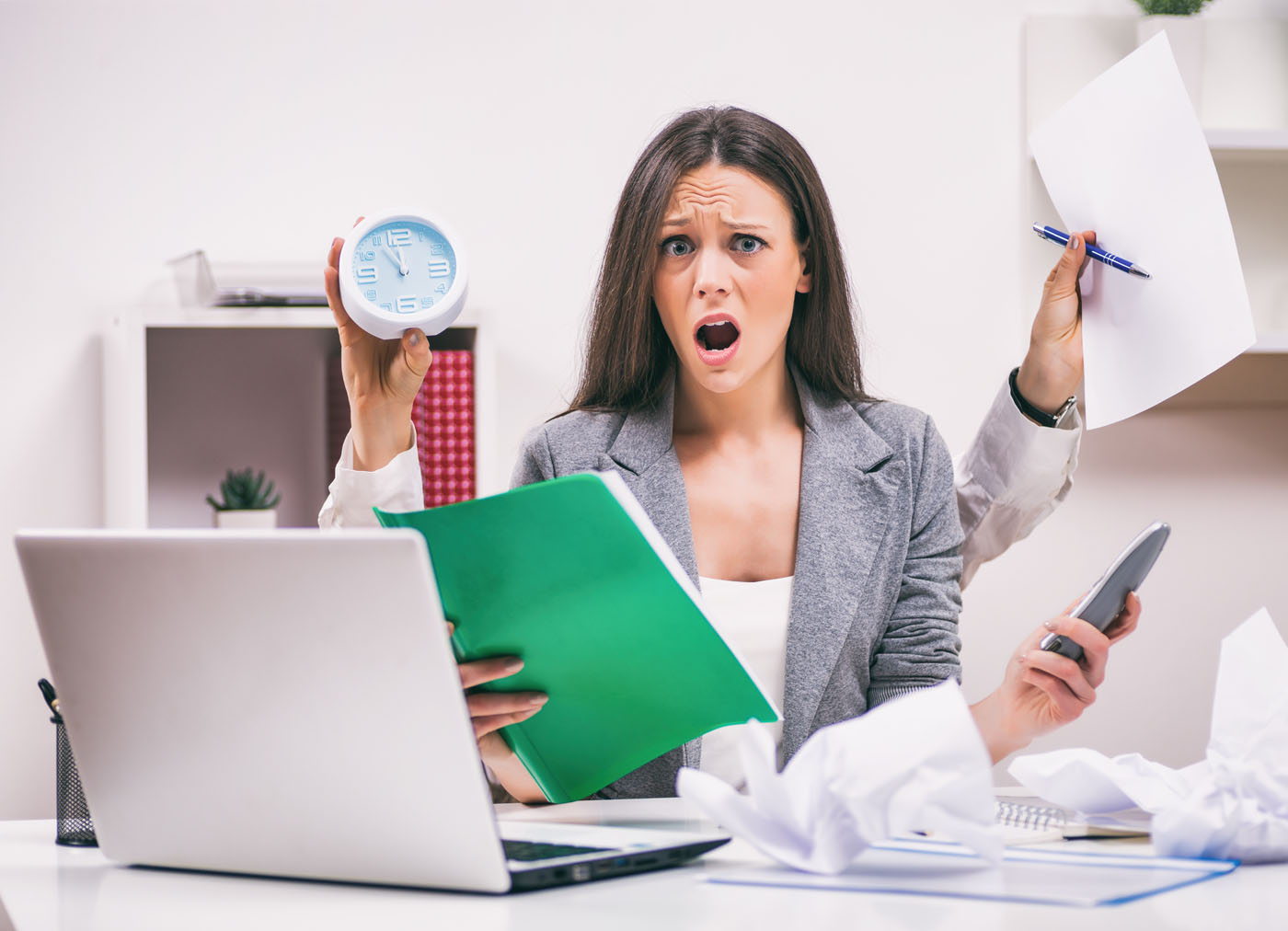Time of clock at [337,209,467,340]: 11:55
